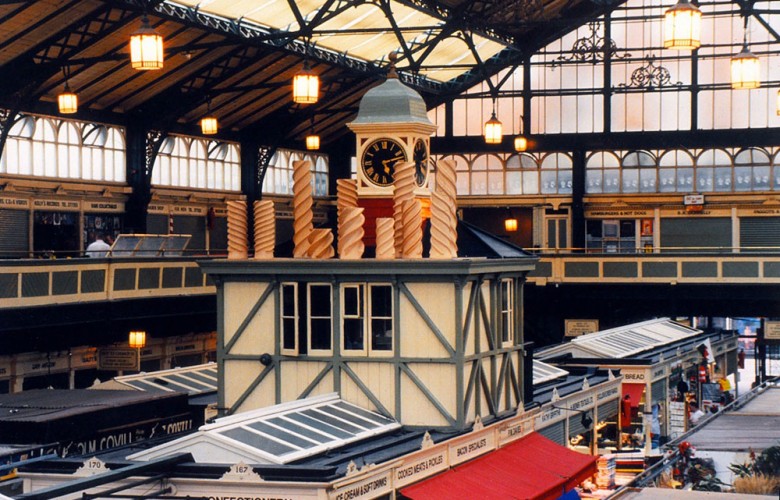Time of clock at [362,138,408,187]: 5:11
